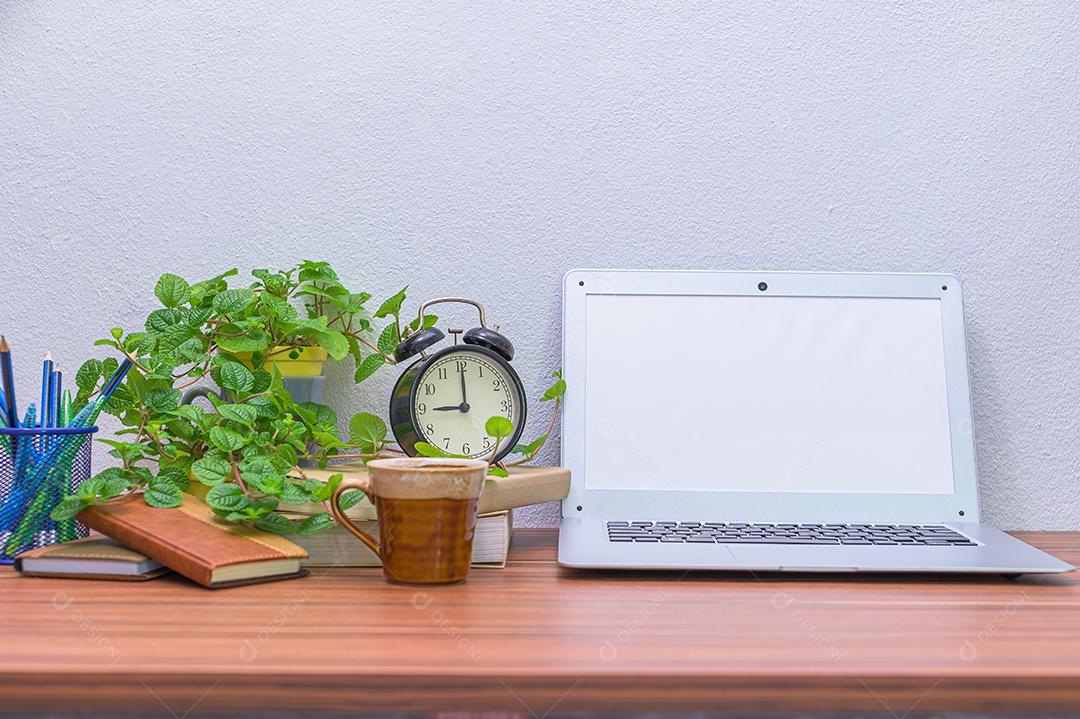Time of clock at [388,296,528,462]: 9:00
